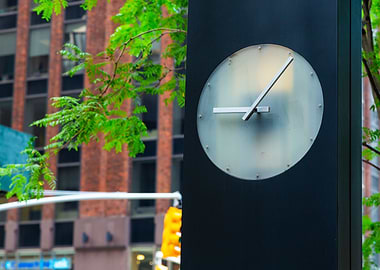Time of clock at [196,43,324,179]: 9:06
